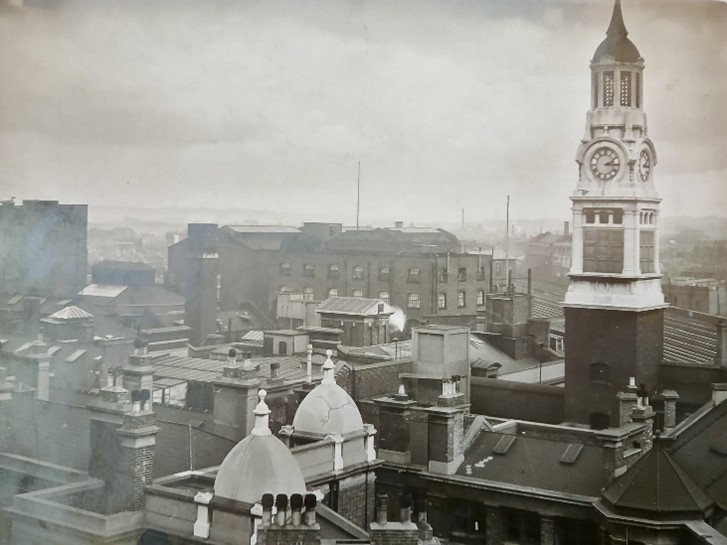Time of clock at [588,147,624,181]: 2:15
